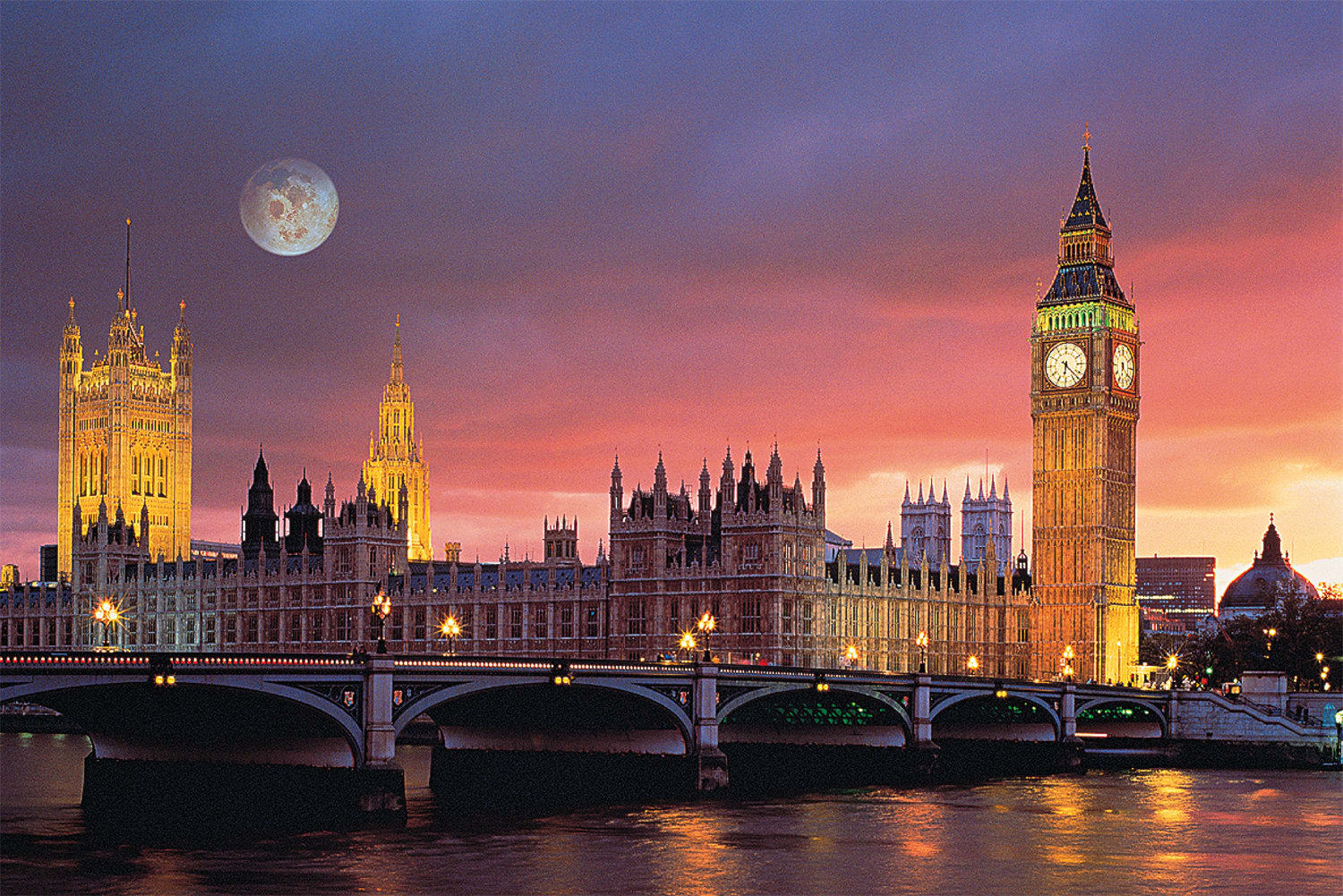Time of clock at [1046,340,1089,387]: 6:22
